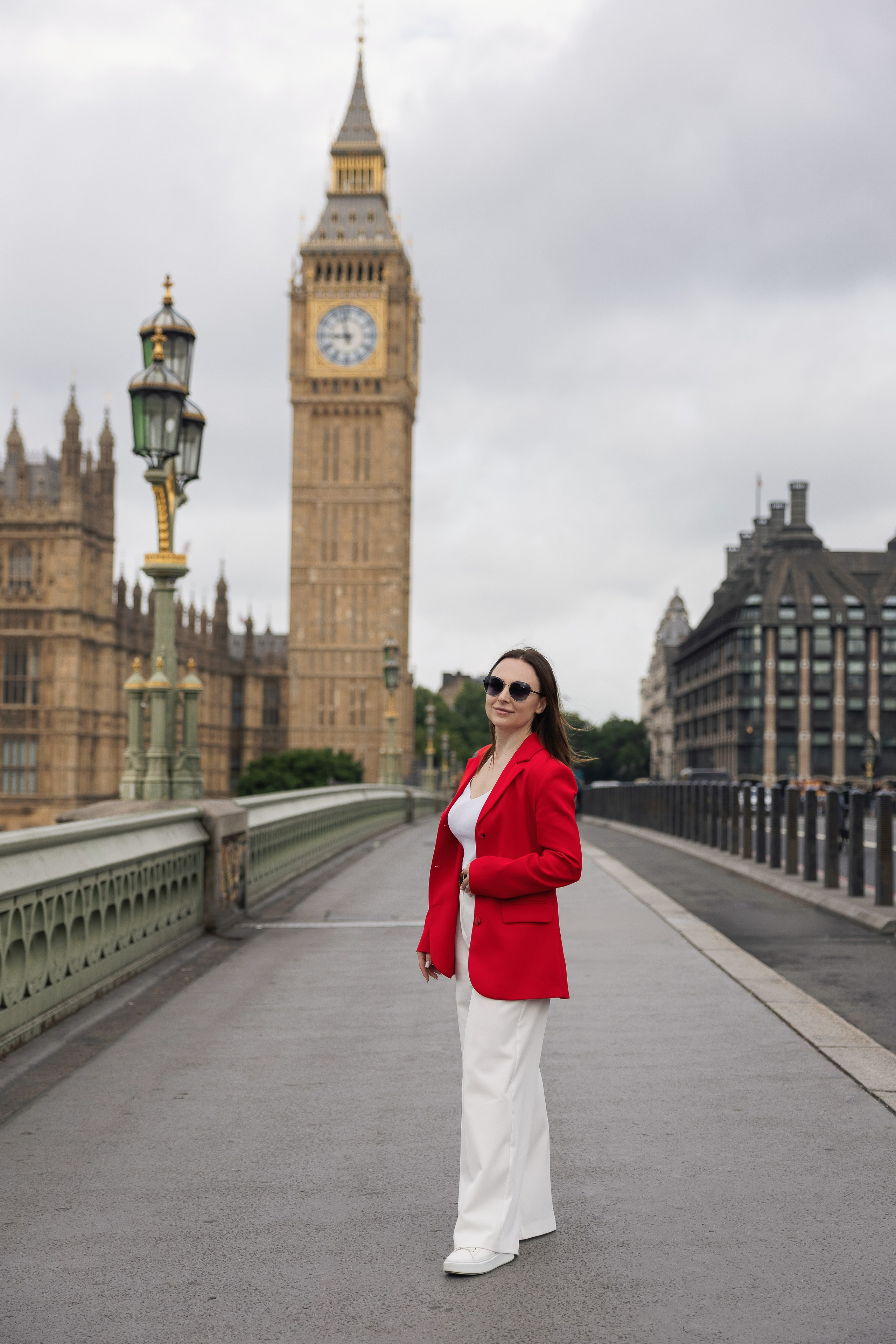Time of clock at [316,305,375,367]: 8:57
